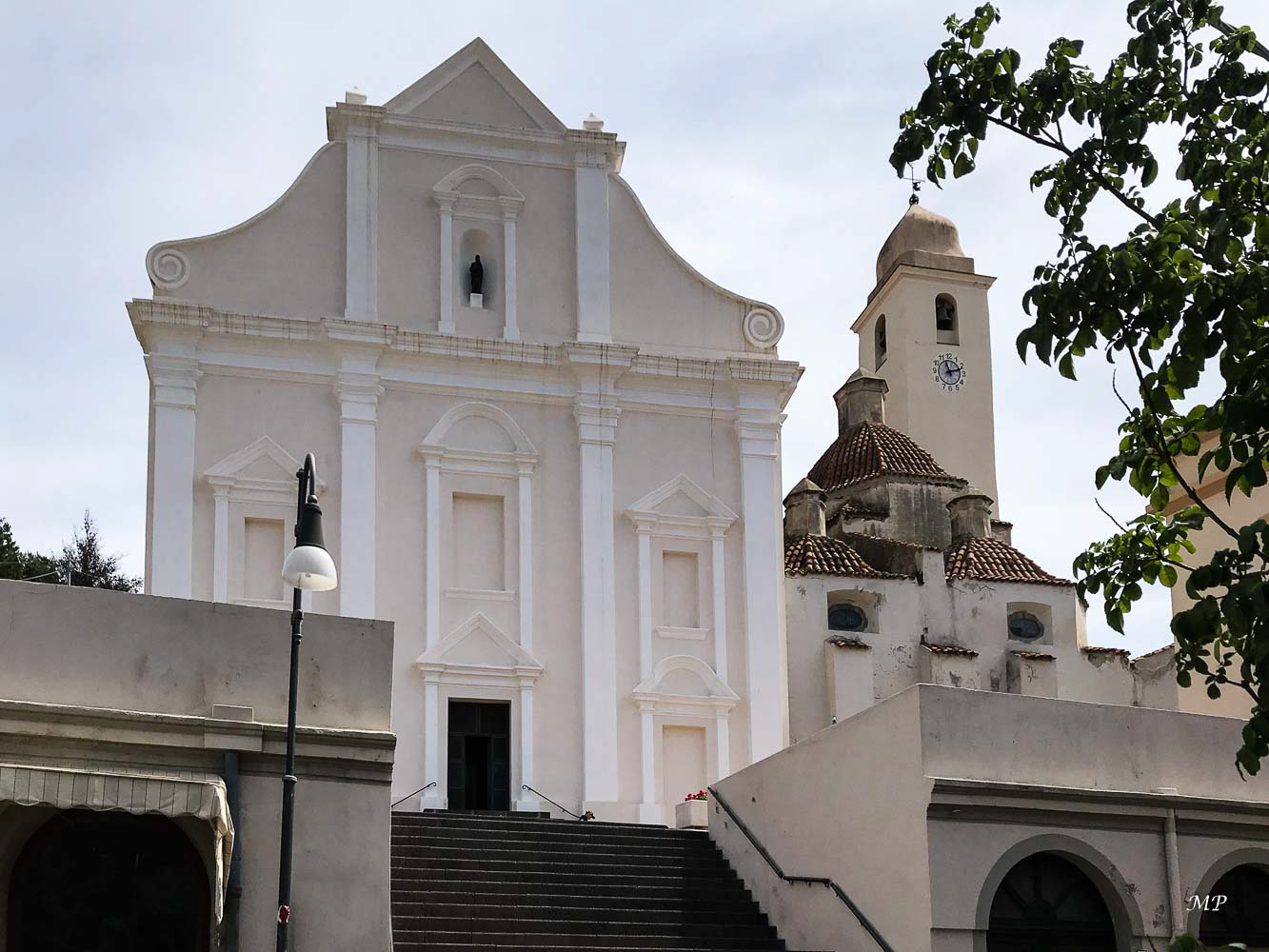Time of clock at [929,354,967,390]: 11:12
